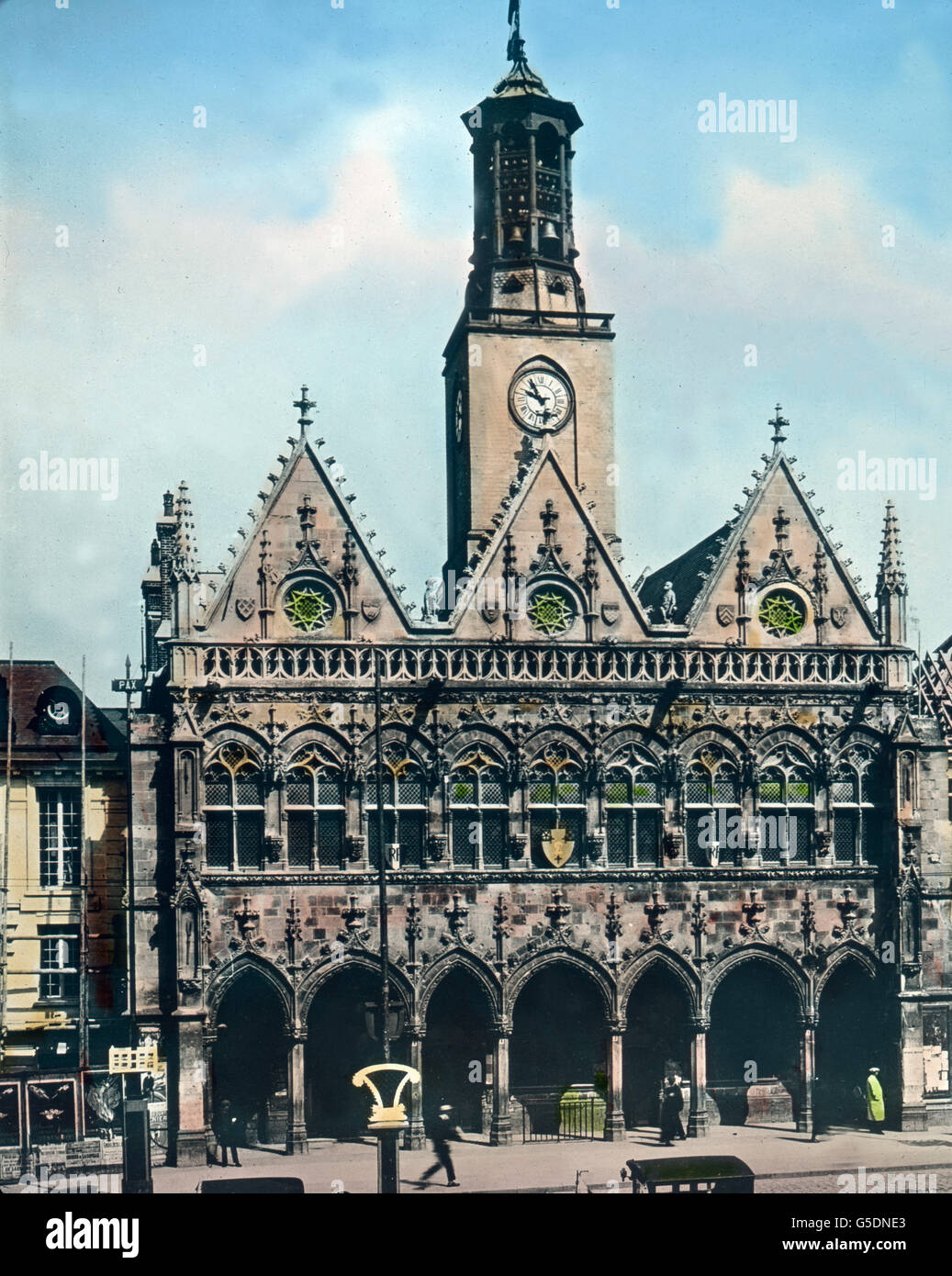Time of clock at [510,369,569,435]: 9:55
